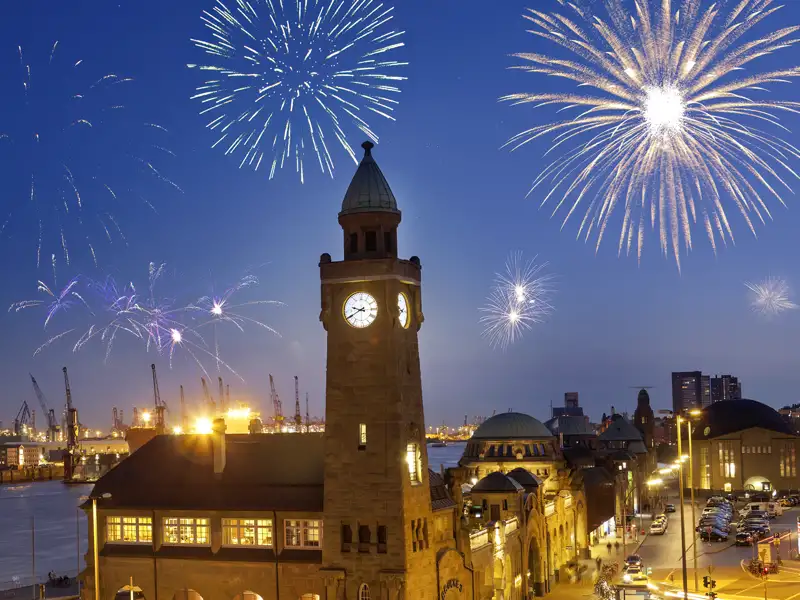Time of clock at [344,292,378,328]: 9:40
